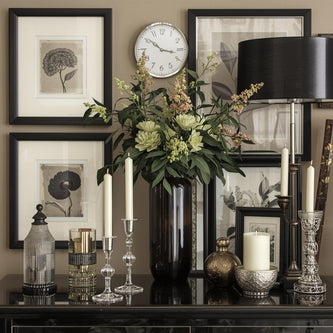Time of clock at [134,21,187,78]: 10:16
